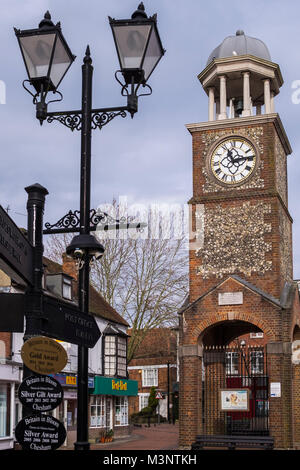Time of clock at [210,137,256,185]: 11:13
